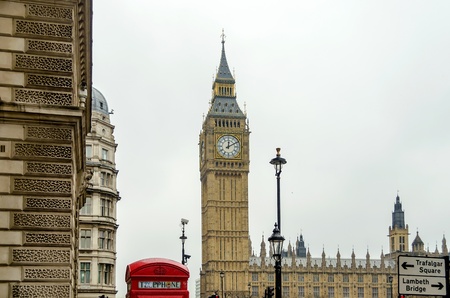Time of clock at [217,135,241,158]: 12:10
